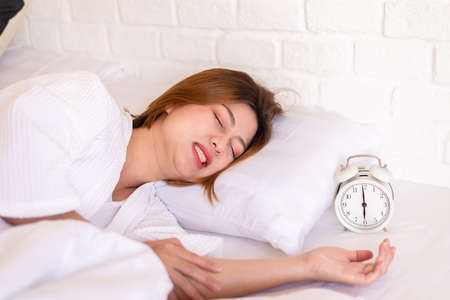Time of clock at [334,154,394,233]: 5:59
